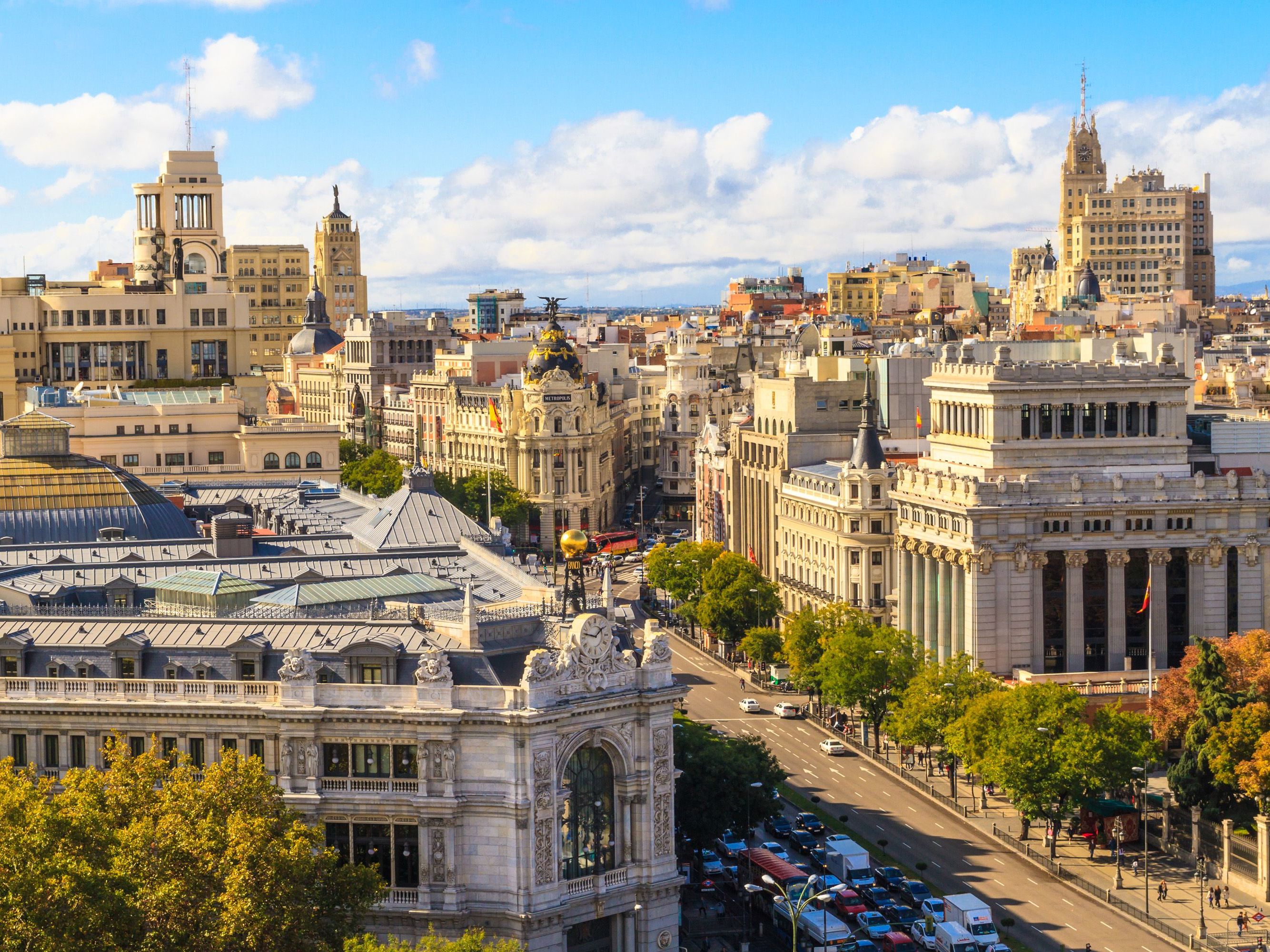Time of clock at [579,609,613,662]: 1:47
